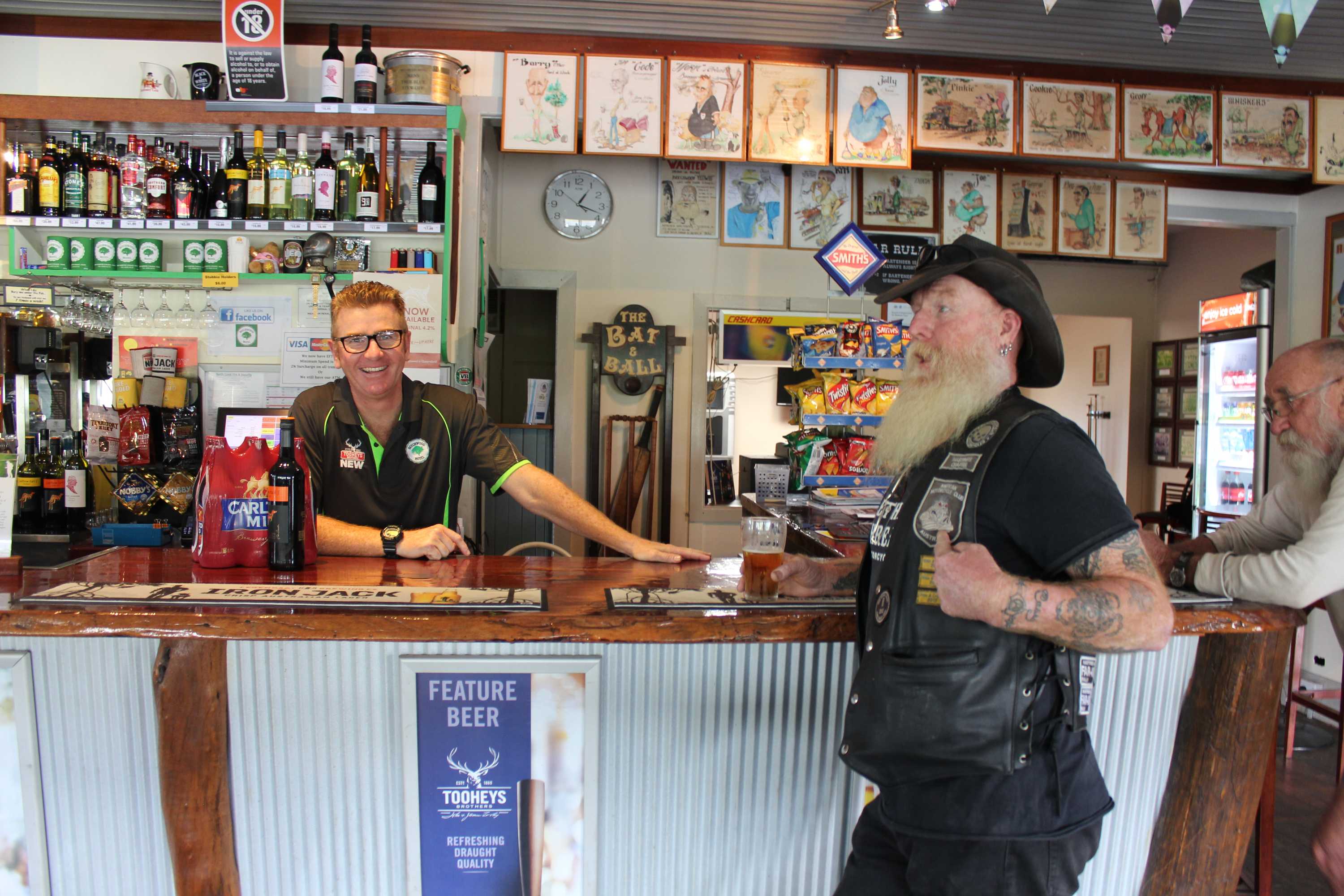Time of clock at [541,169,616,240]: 1:18
